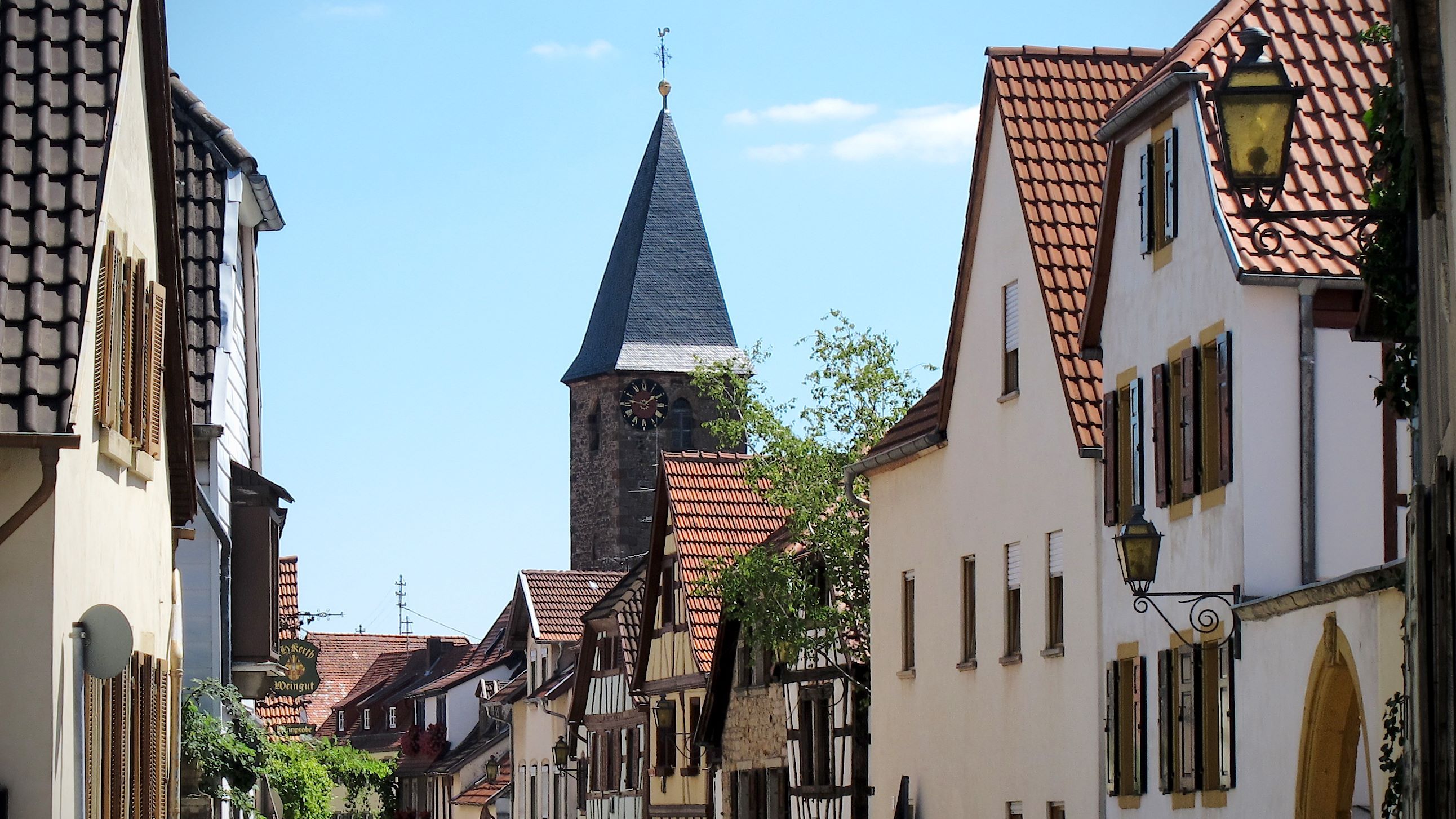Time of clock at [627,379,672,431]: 1:46
